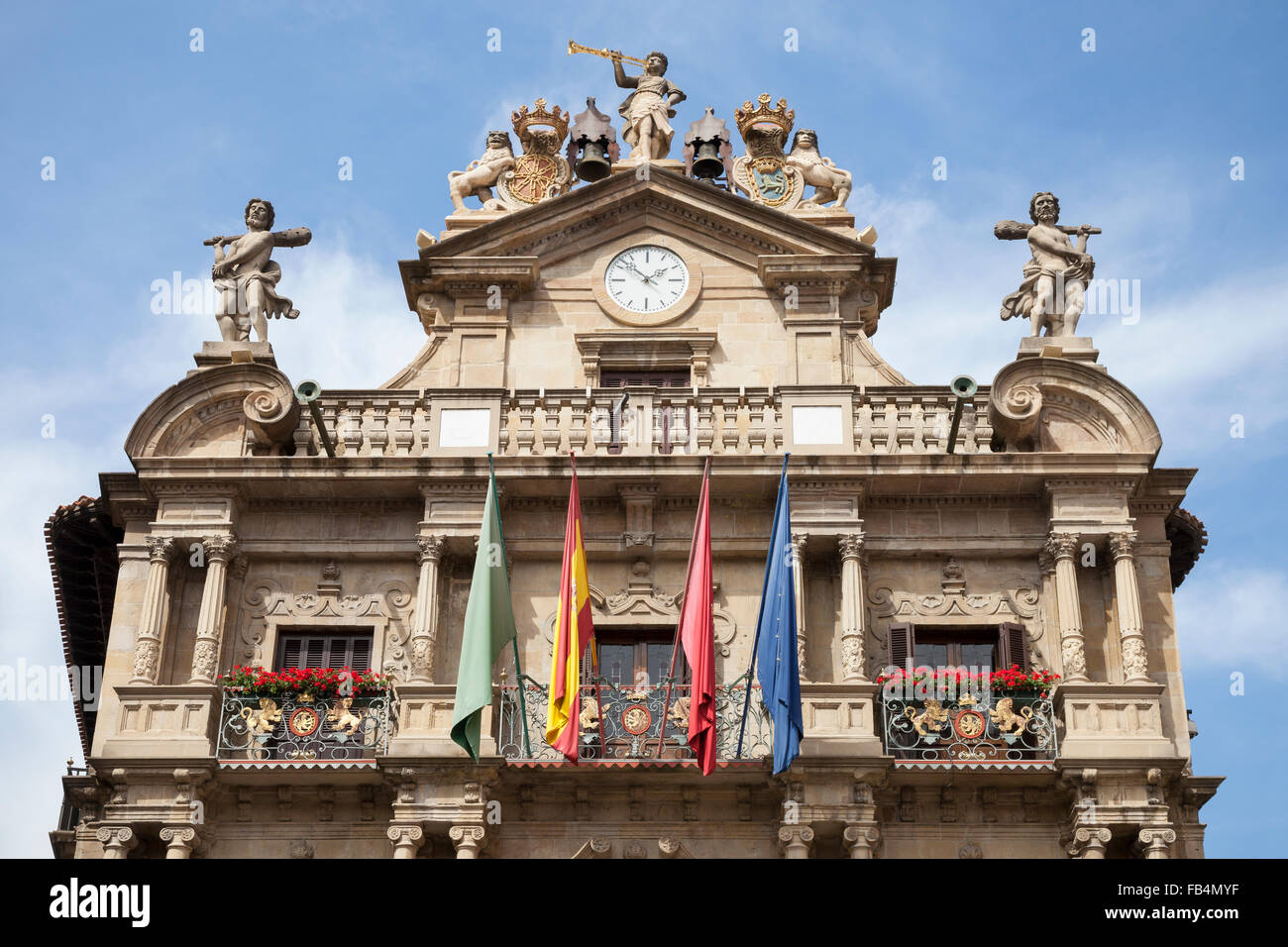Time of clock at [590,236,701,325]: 1:52
